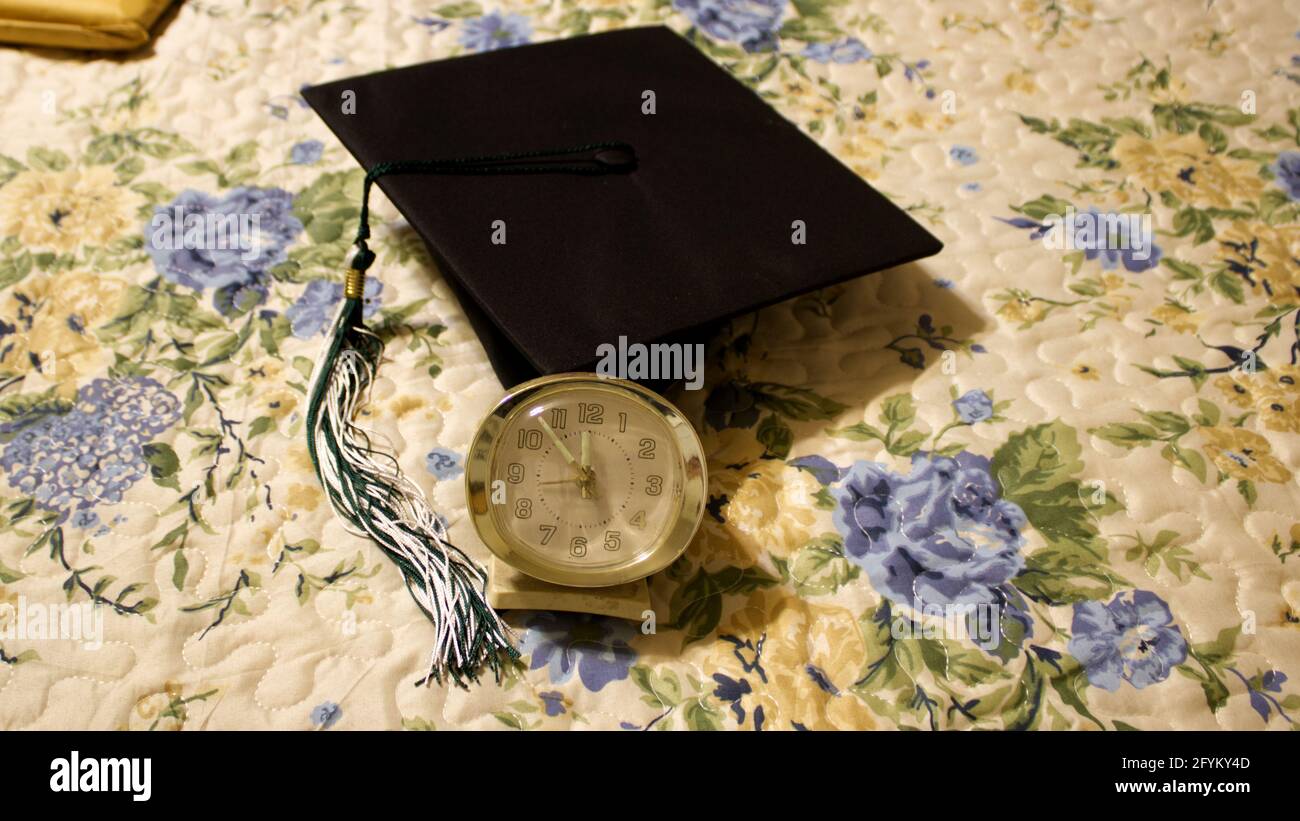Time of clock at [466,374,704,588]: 8:53
